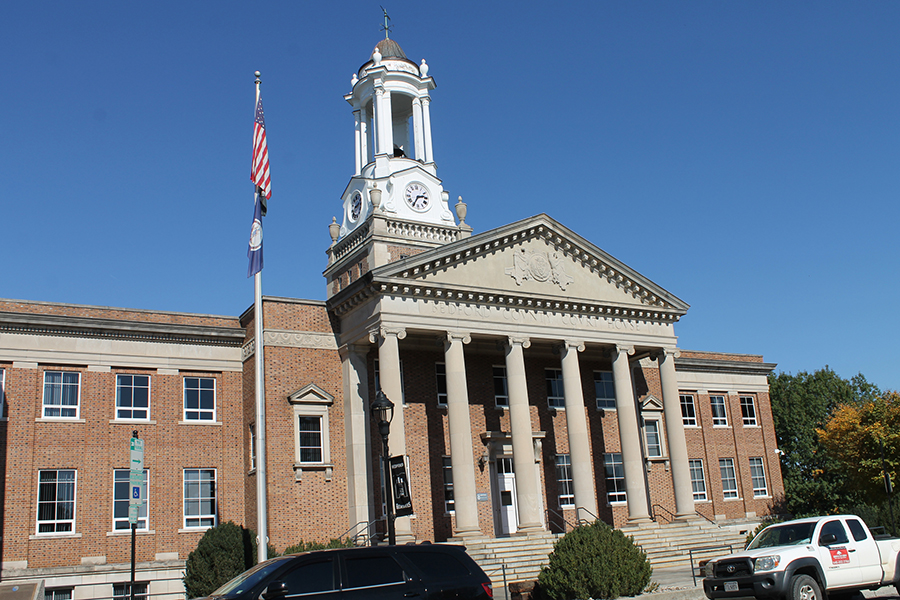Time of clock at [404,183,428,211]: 2:35
